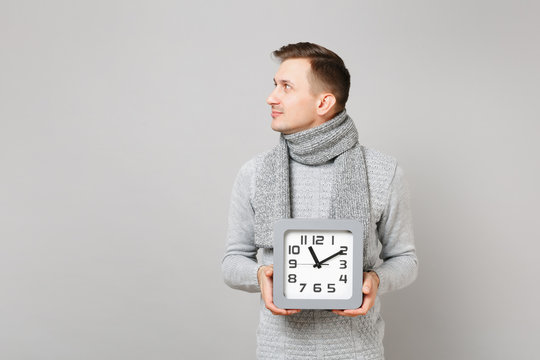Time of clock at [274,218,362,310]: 11:09
